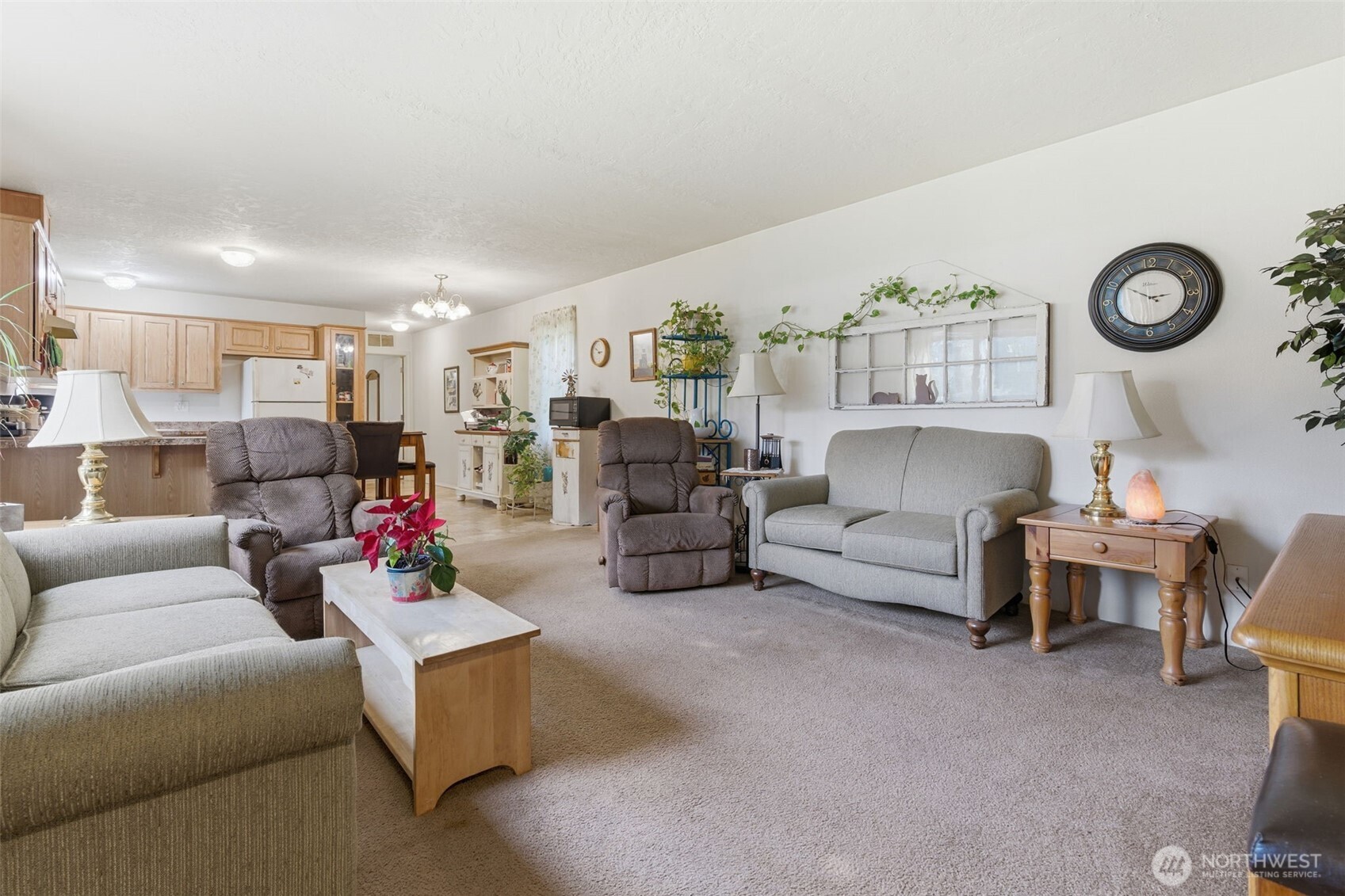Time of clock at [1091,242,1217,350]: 2:50
